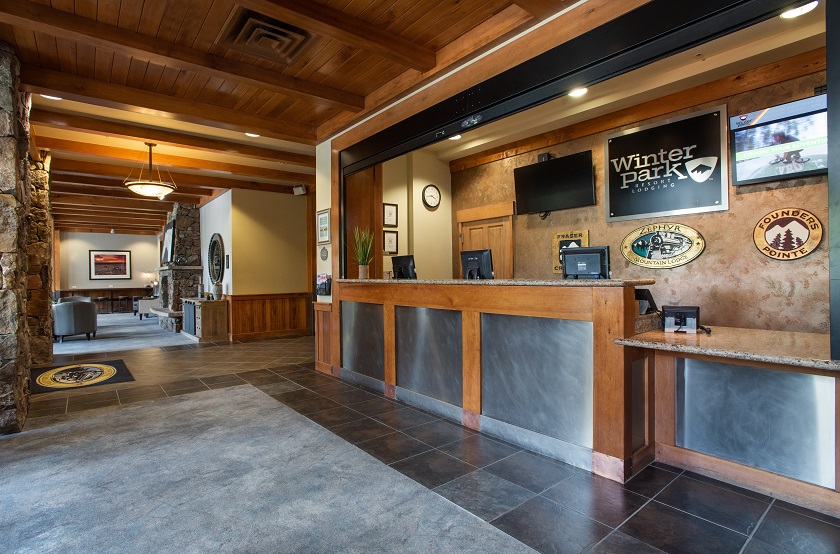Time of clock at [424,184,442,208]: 3:43
